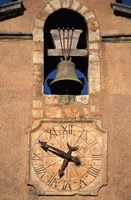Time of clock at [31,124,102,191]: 6:49
